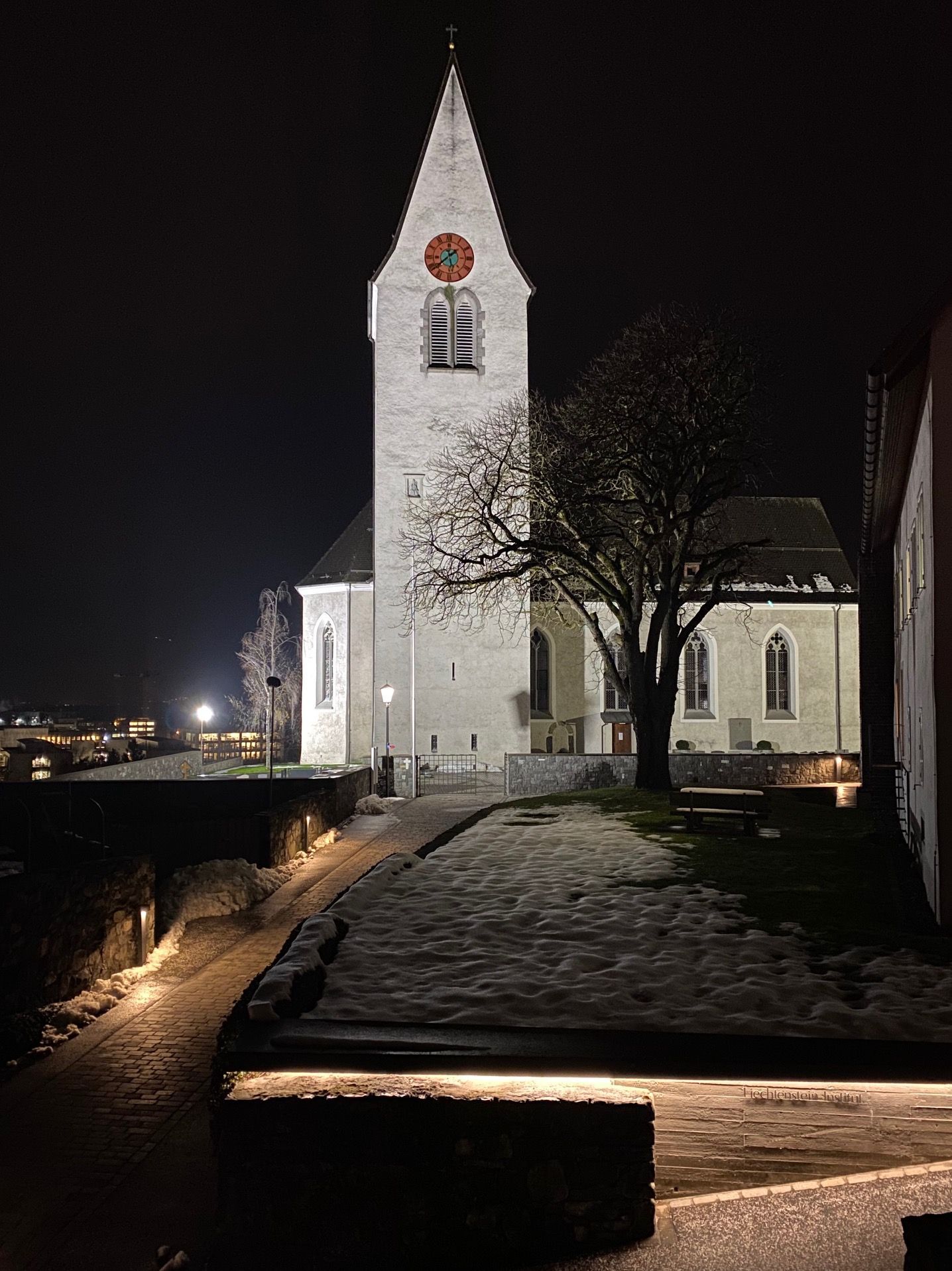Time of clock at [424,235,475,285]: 5:38
